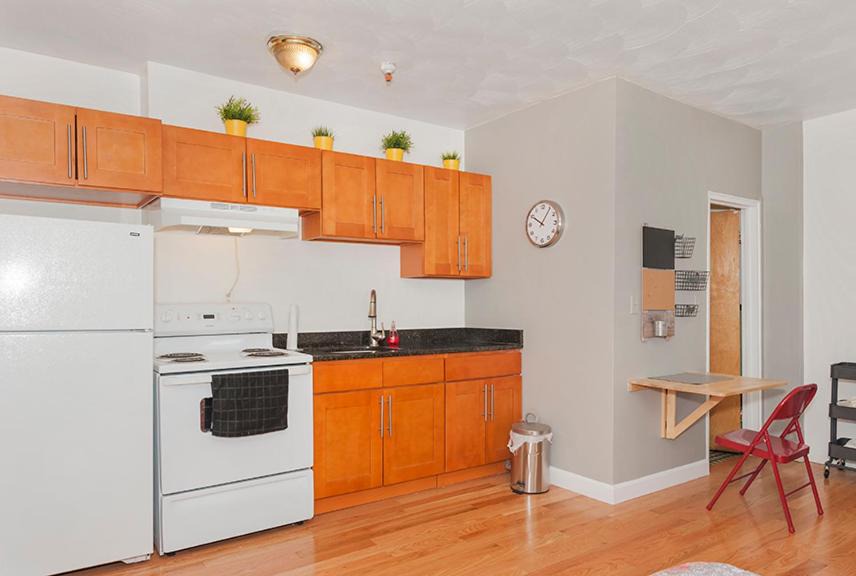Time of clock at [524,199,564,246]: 10:05
